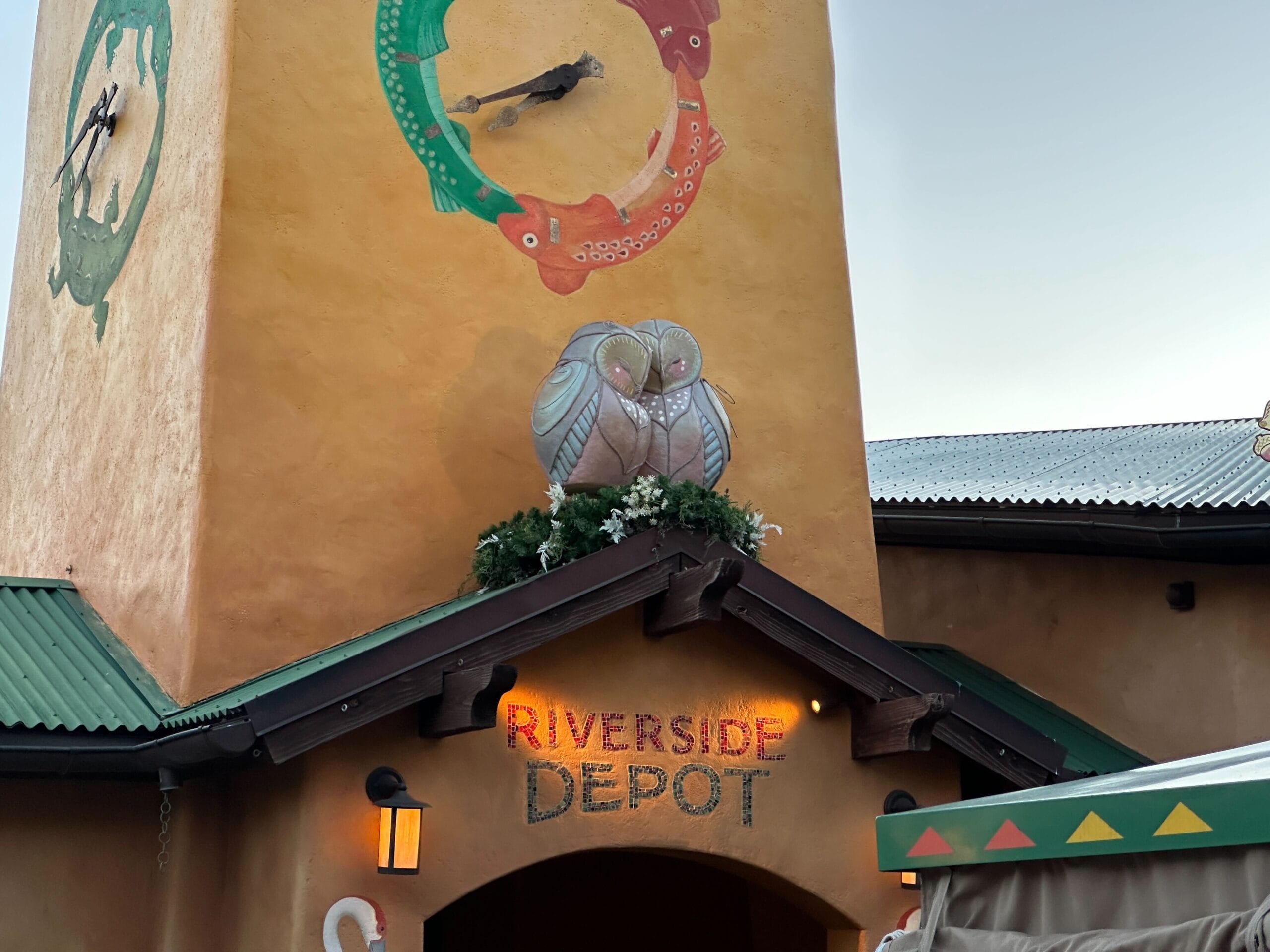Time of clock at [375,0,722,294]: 7:40
